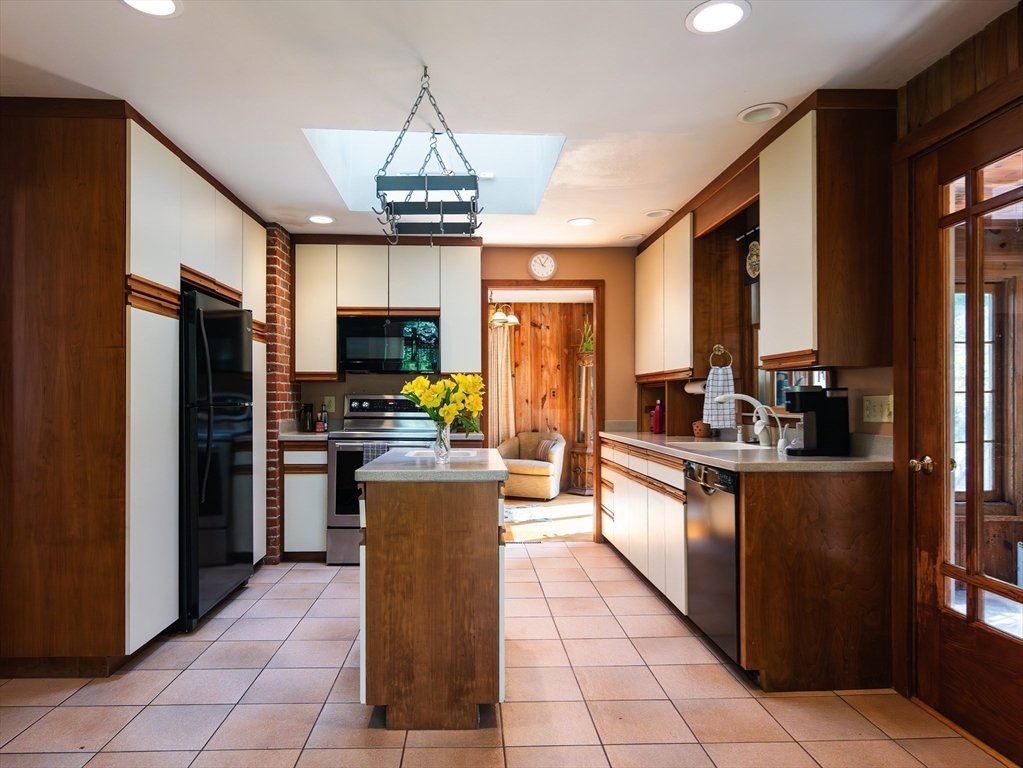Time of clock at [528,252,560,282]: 11:04
